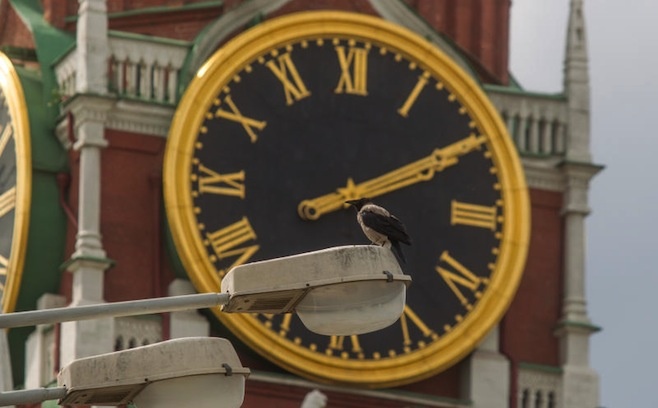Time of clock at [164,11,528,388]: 4:10
